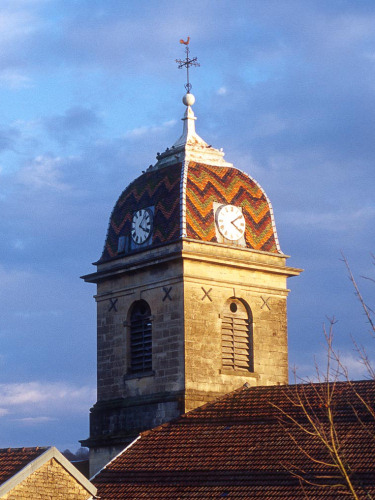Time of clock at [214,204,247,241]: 4:09
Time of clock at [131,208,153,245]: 4:07
